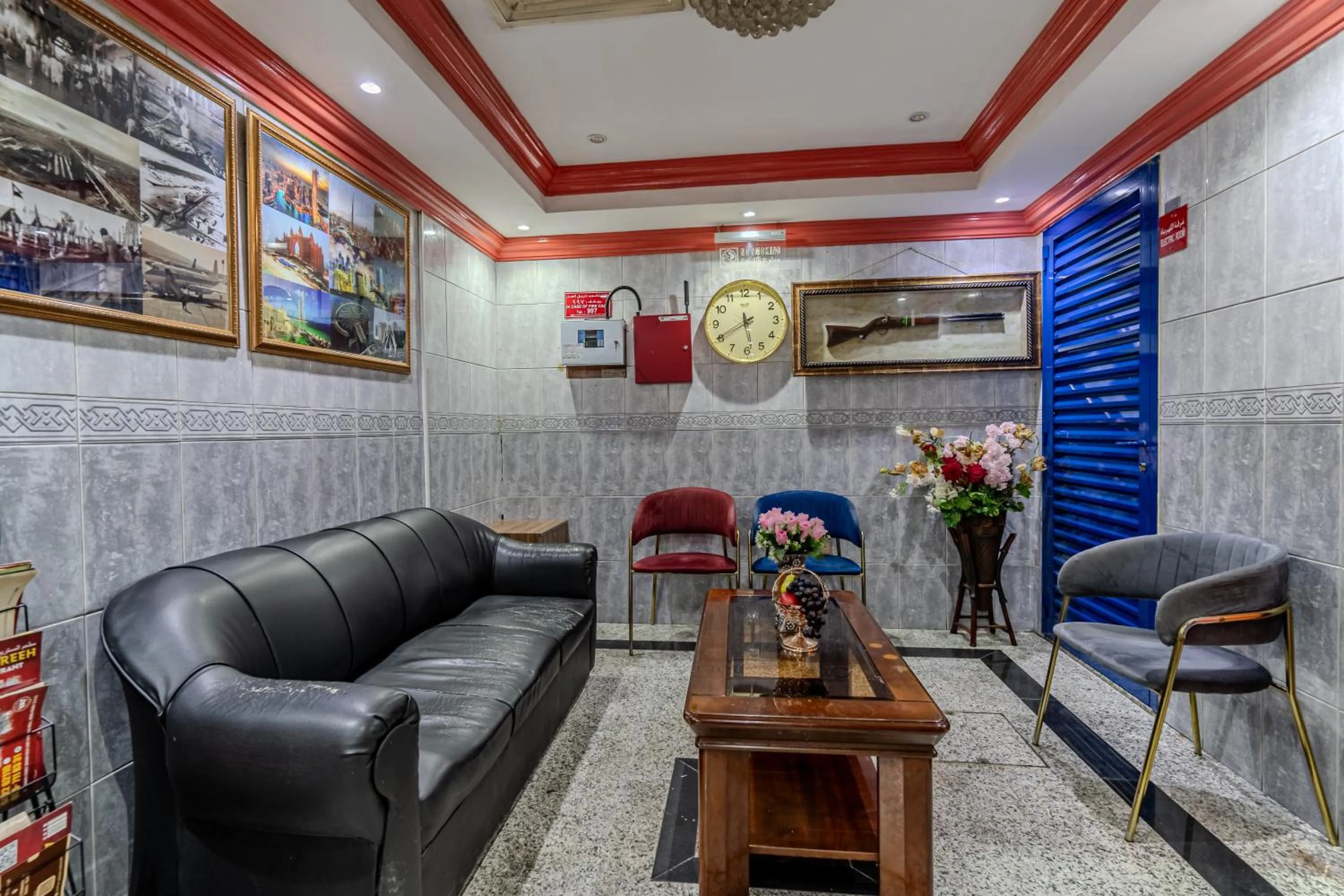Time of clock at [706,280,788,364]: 5:40
